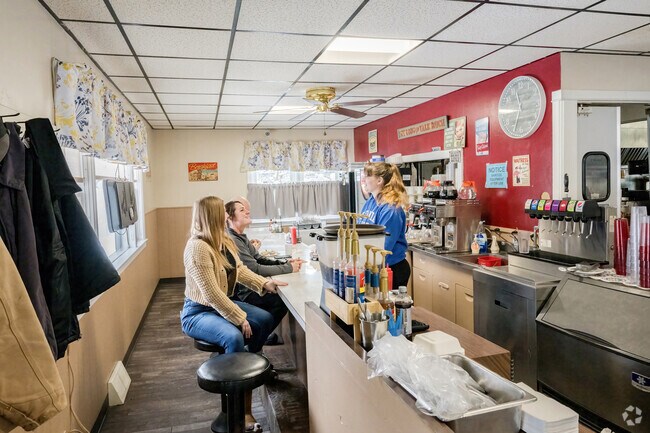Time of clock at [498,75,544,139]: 11:33
